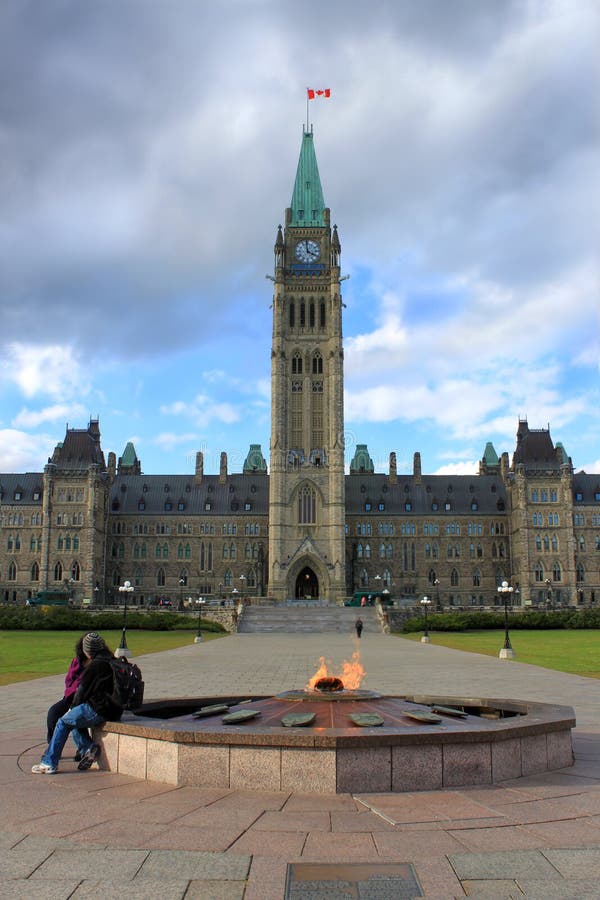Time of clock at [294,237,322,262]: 3:58
